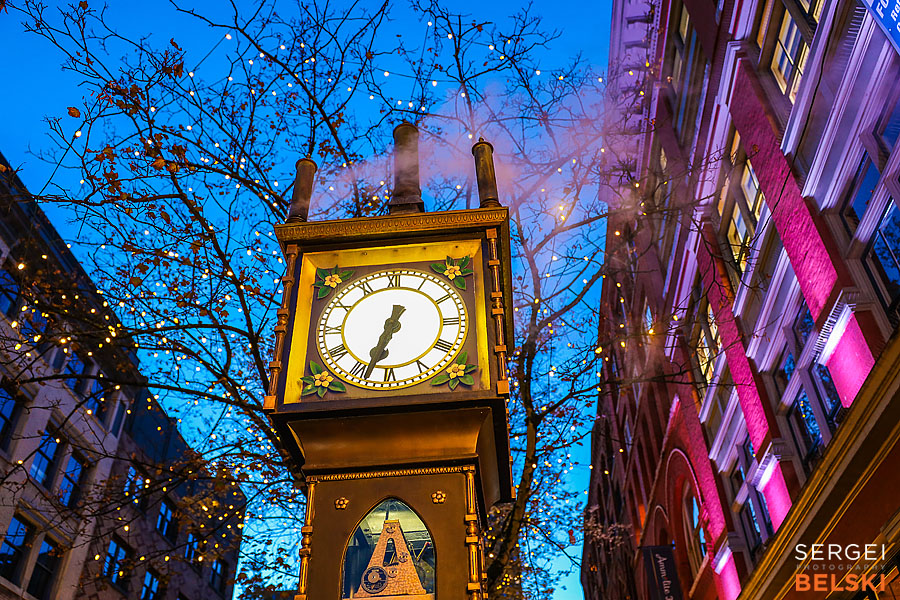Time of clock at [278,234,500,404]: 6:33
